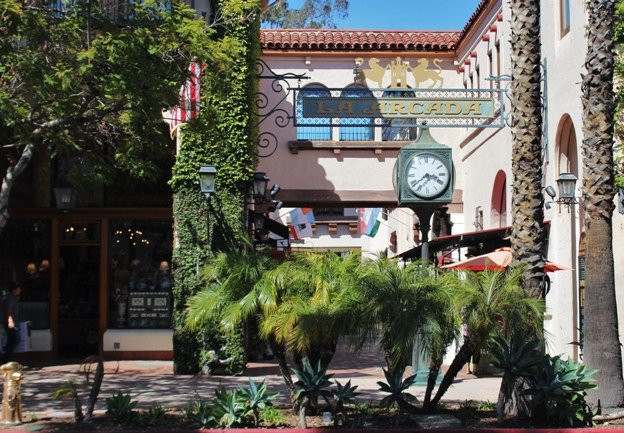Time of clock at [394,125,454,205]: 3:39
